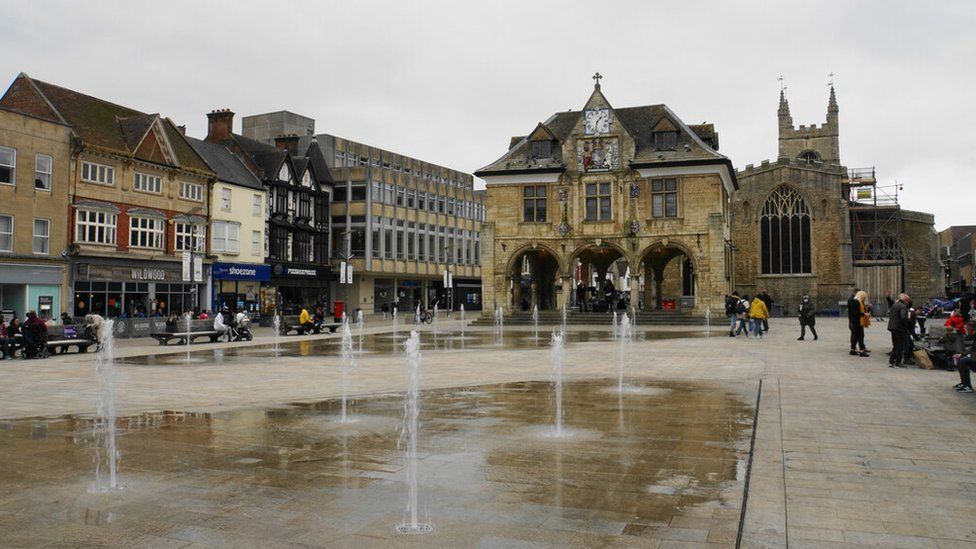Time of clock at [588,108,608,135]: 1:32
